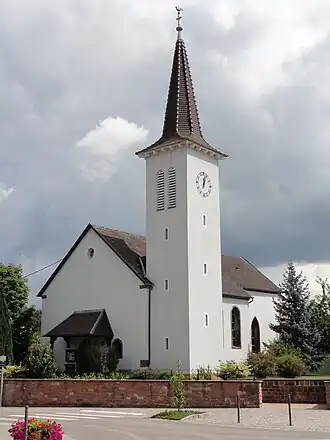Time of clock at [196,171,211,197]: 12:03
